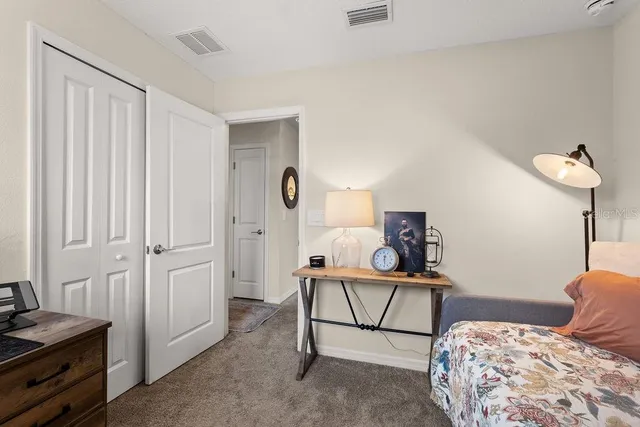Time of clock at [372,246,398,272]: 12:28
